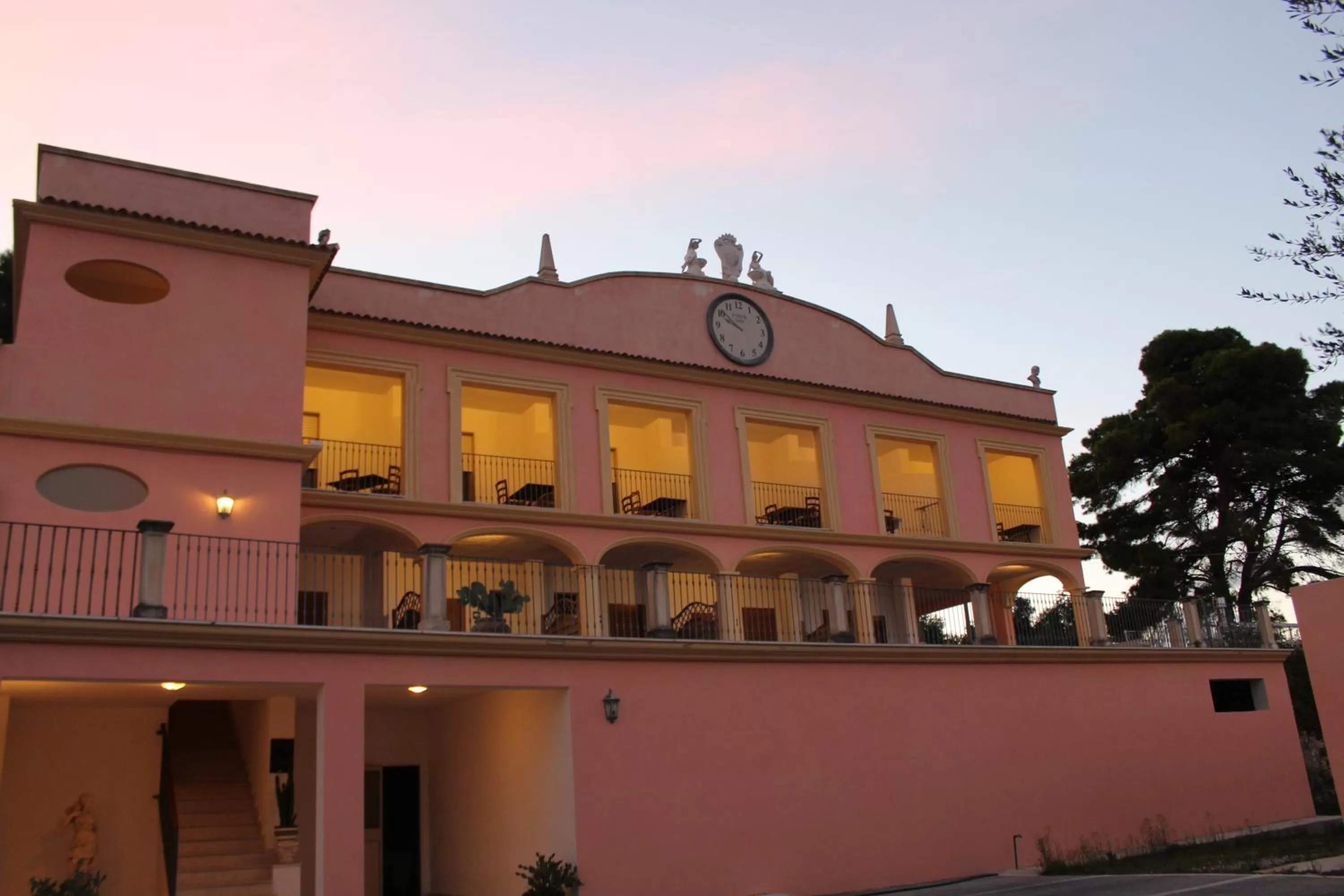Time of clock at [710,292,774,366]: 9:51
